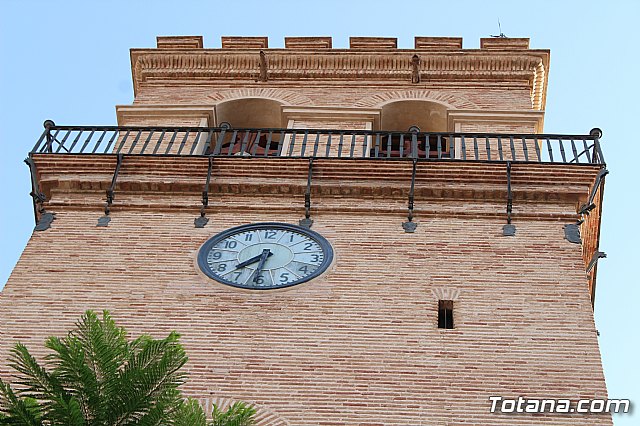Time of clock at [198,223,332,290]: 7:31
